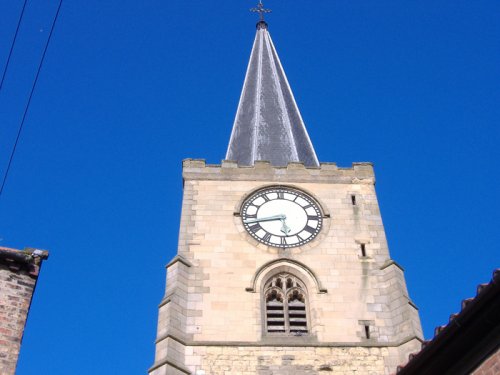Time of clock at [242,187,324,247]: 5:42
